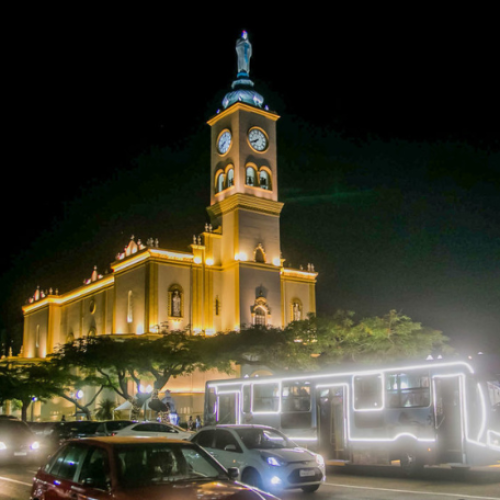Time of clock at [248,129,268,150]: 7:40
